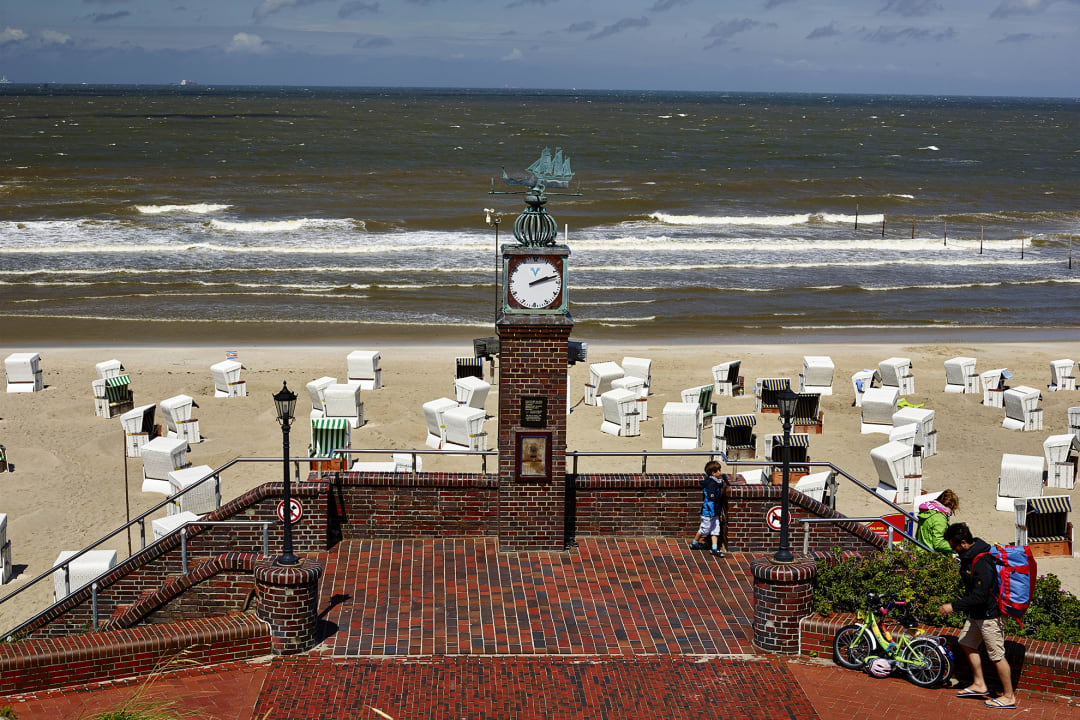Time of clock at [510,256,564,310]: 2:12
